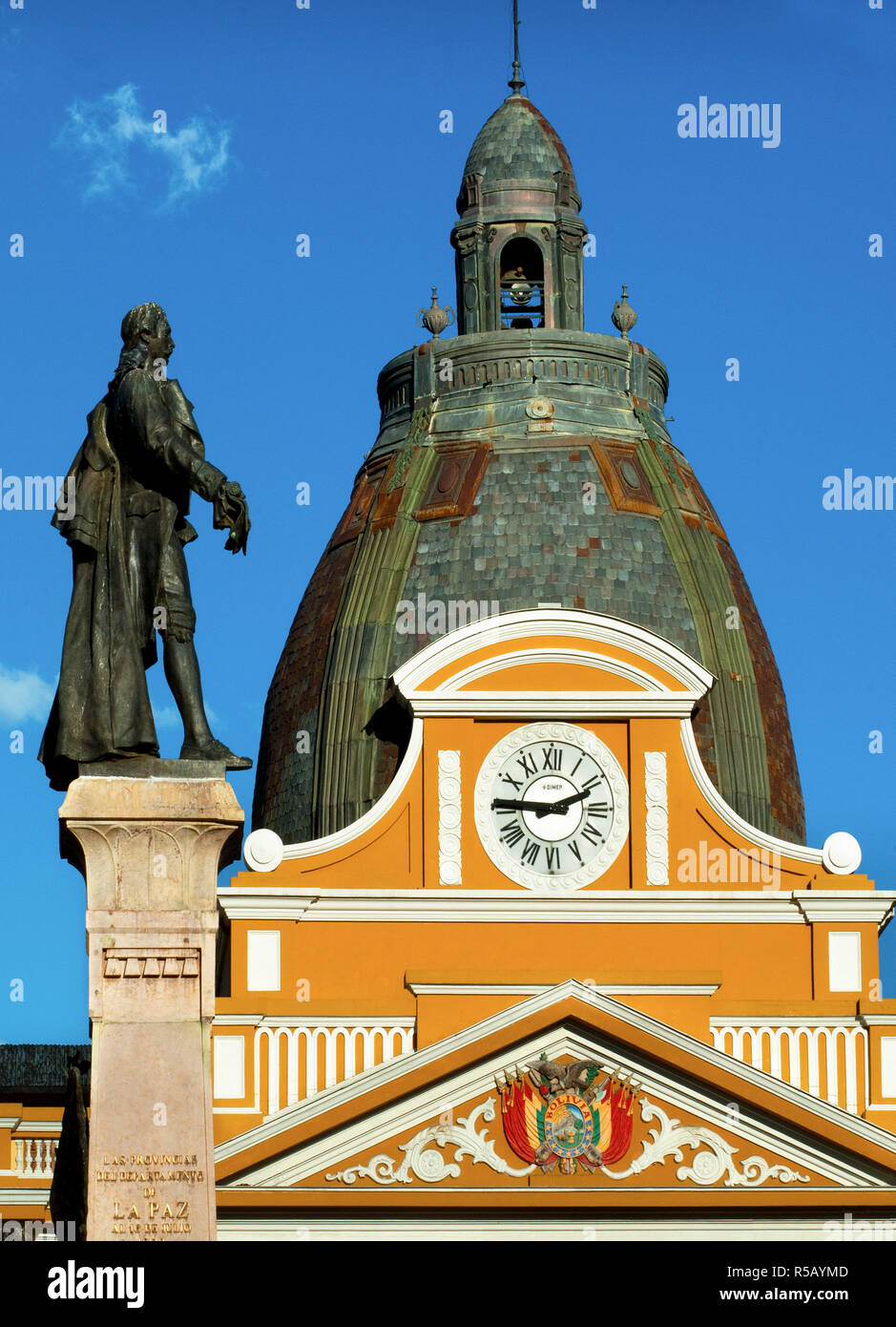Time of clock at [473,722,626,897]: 9:11
